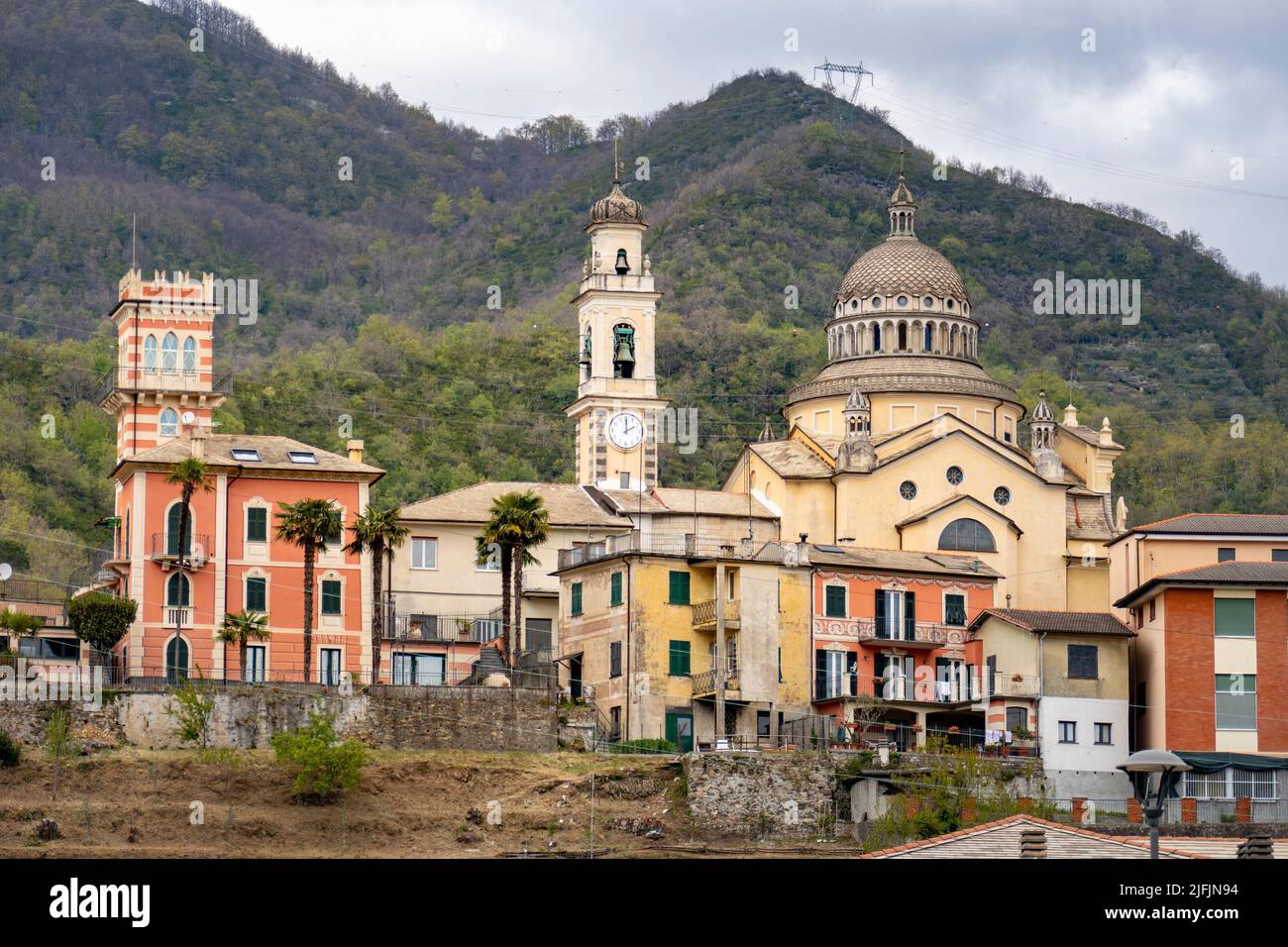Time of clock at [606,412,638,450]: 2:00
